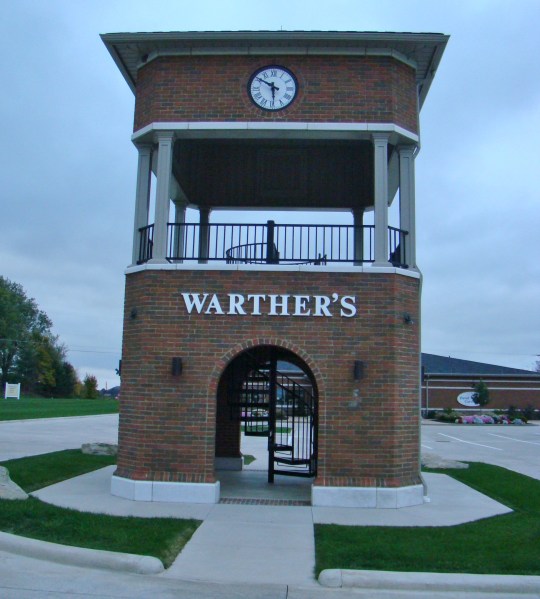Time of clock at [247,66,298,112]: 5:50
